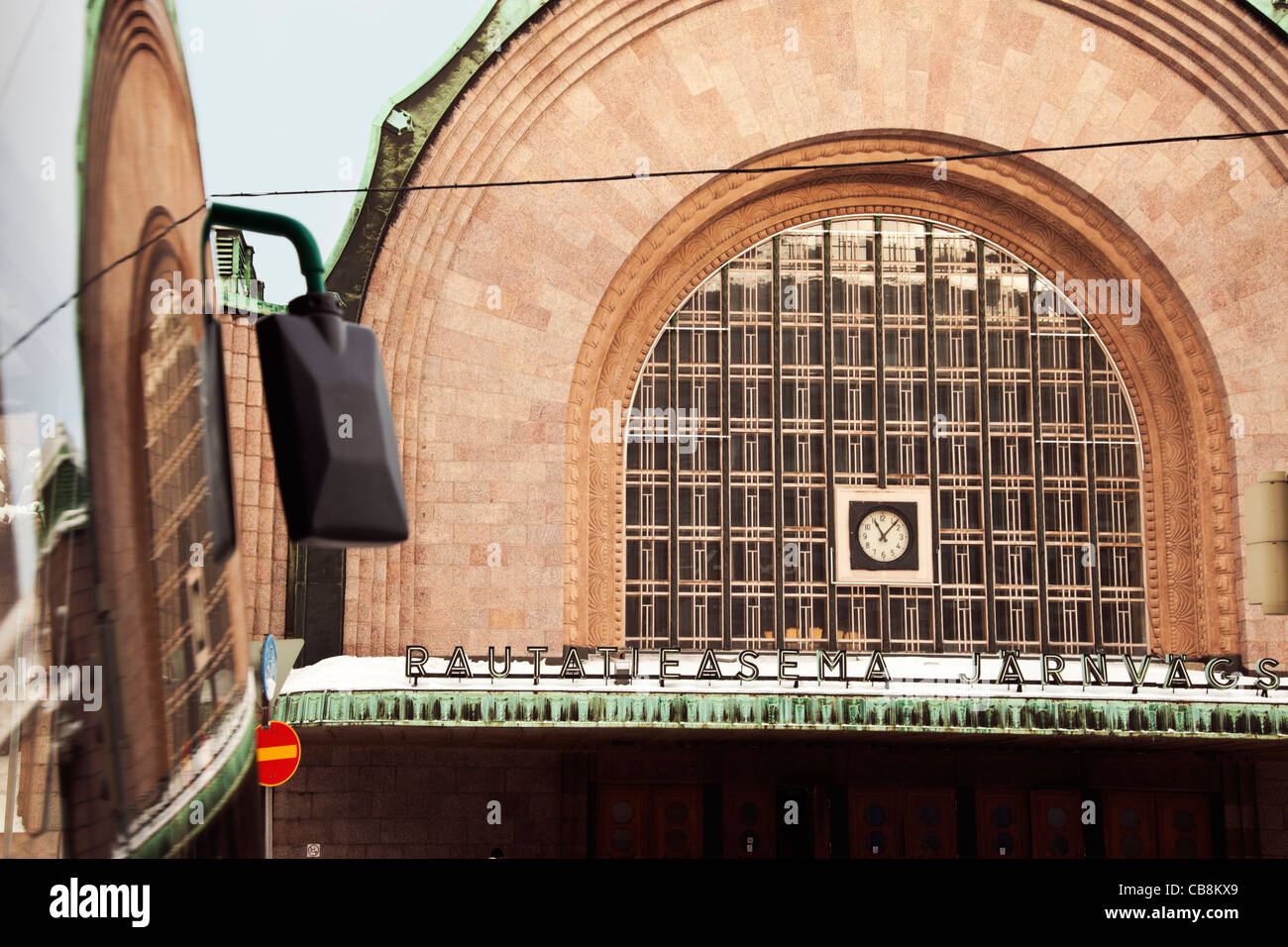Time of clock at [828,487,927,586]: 11:07
